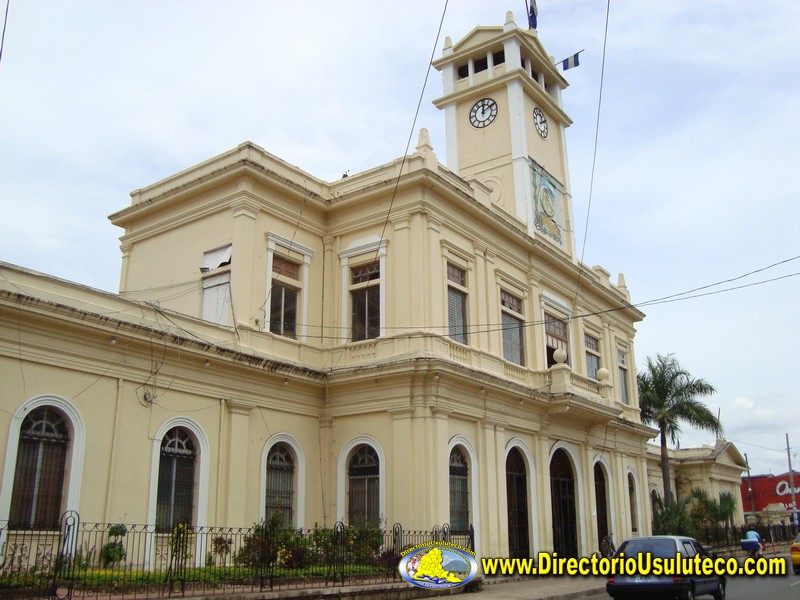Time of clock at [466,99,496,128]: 12:09
